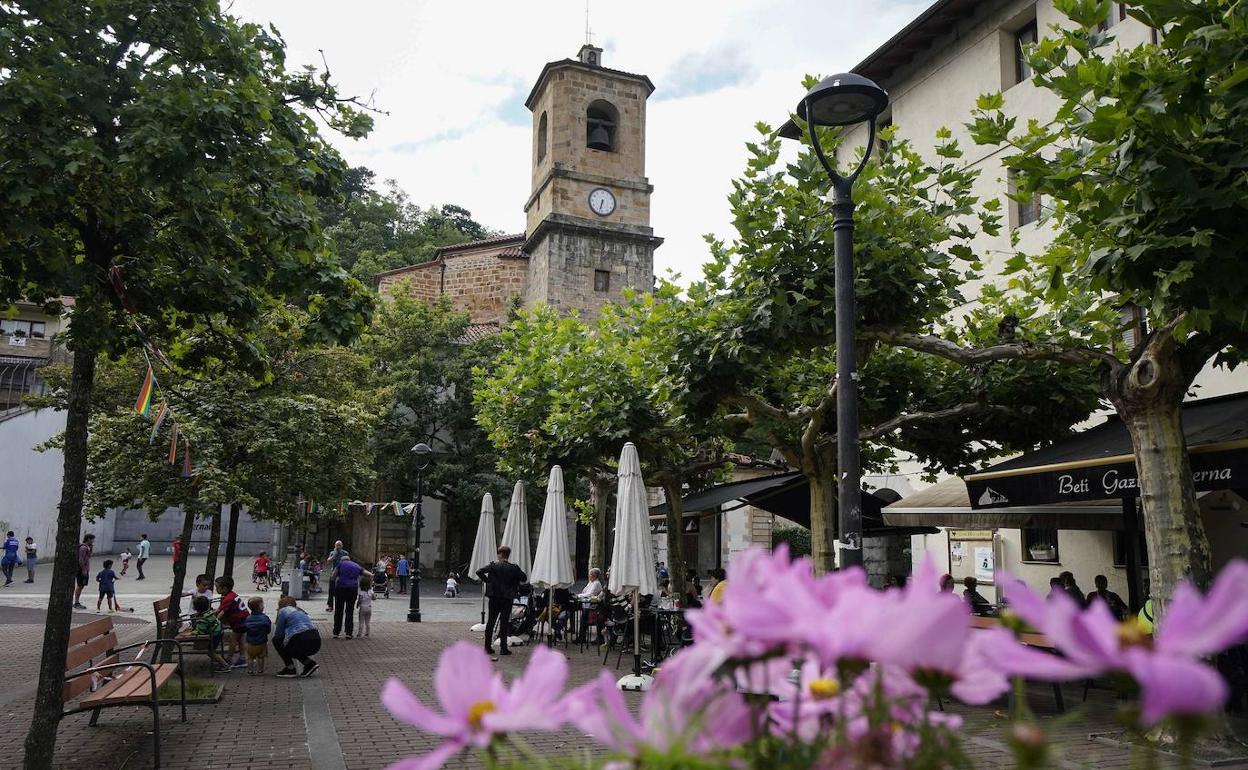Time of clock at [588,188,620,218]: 6:32
